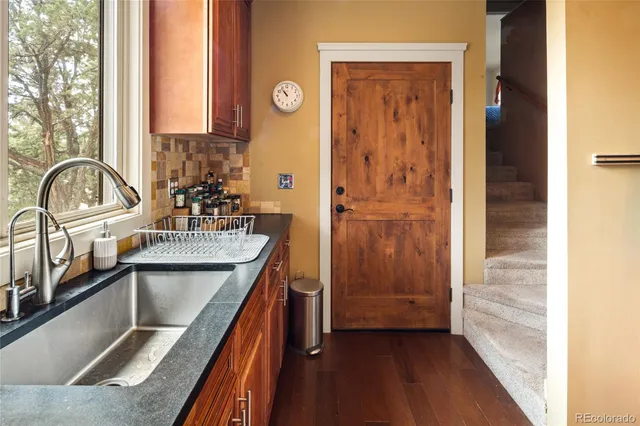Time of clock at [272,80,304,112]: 10:53
